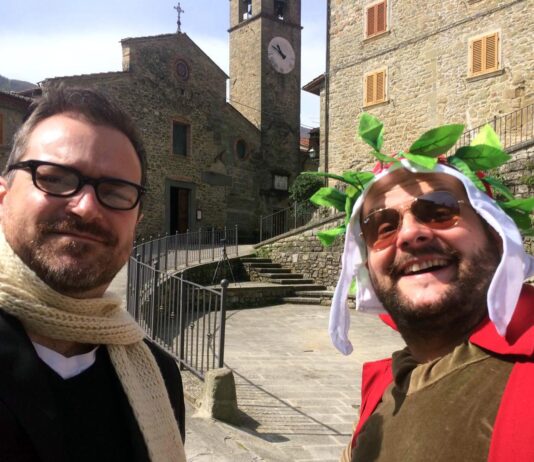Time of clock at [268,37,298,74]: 10:50
